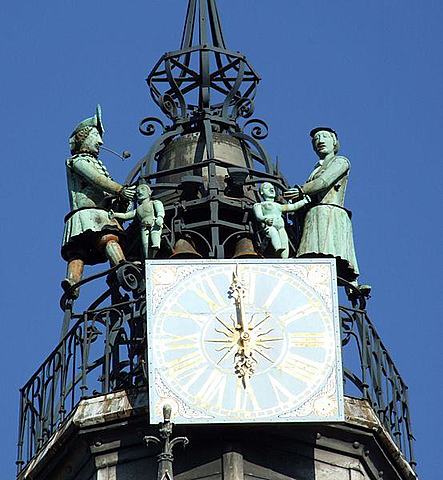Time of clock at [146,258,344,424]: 5:59
